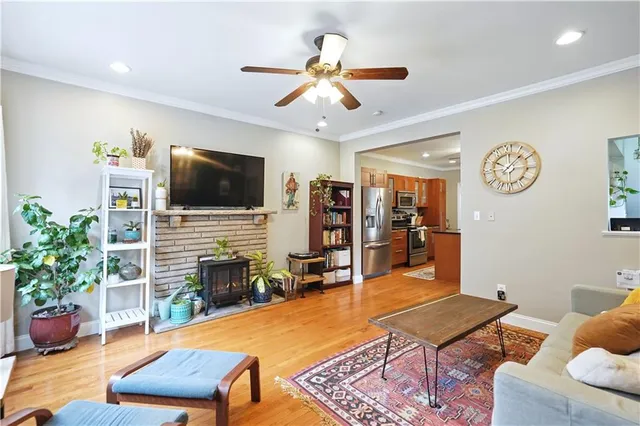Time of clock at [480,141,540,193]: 10:07
